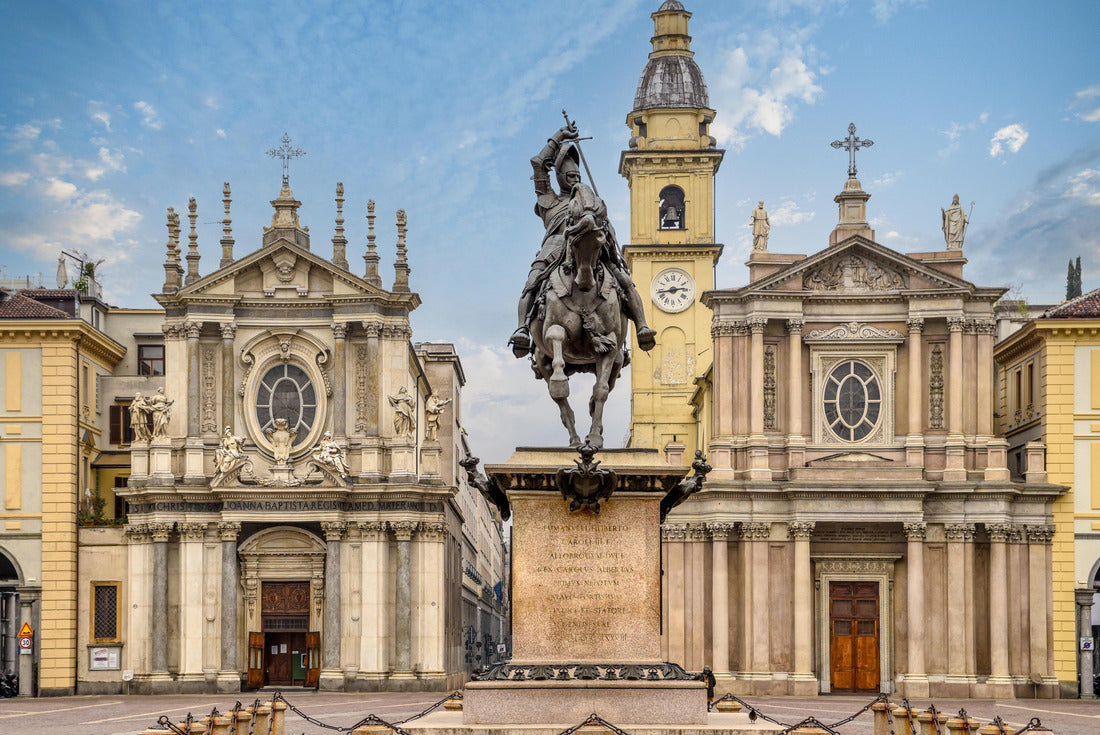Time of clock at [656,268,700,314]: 2:43
